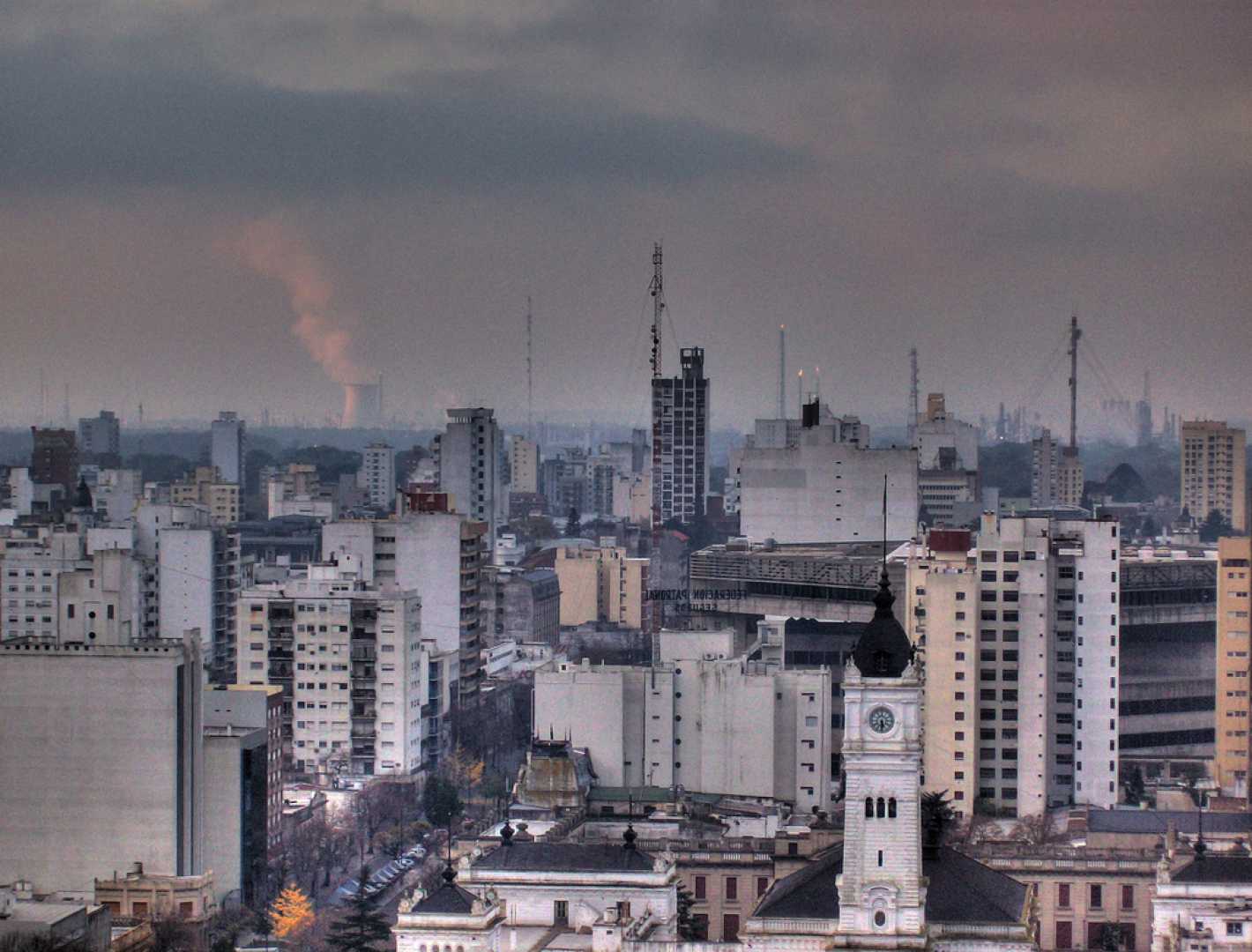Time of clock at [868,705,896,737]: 5:30
